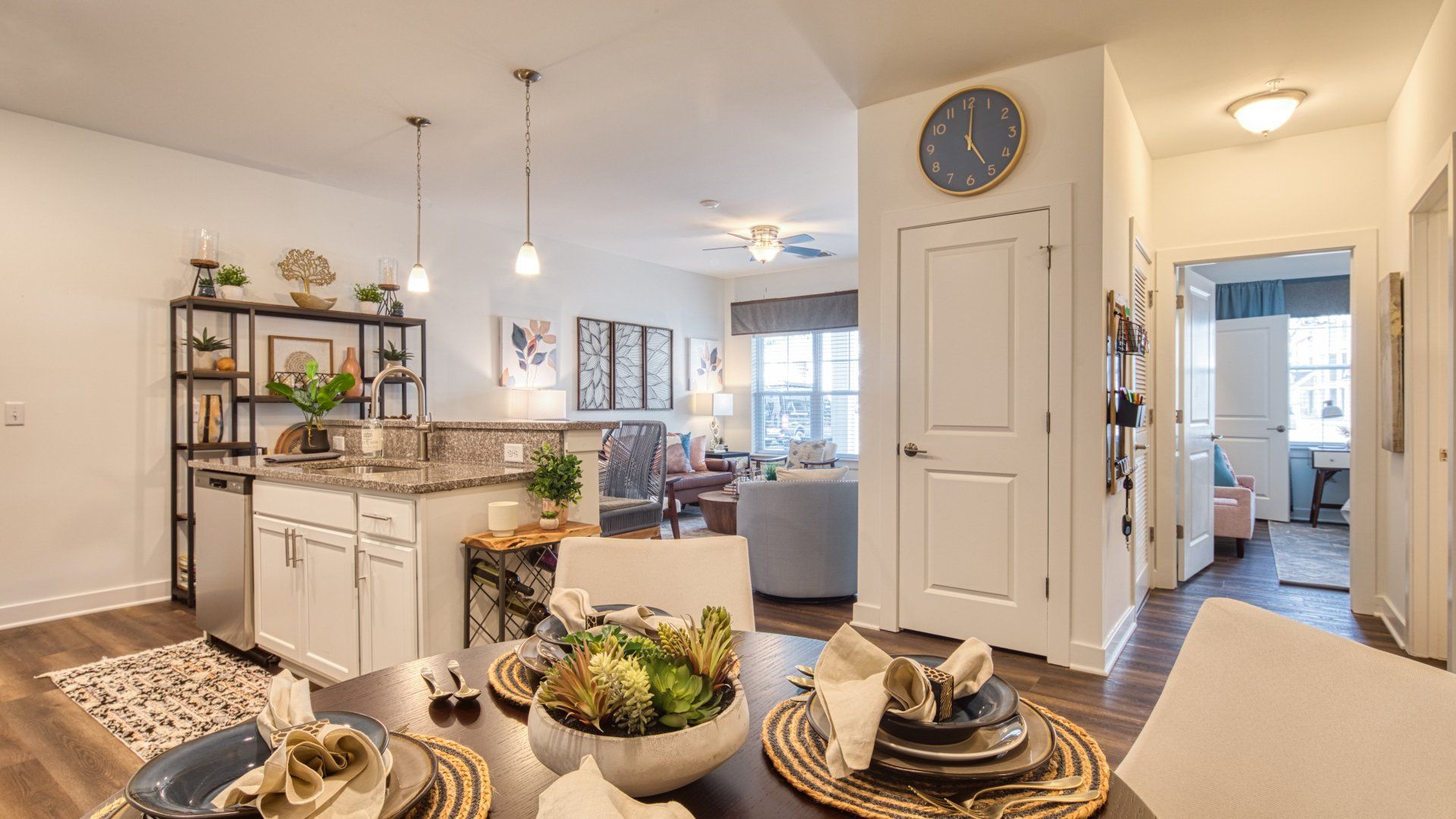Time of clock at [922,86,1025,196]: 5:01
